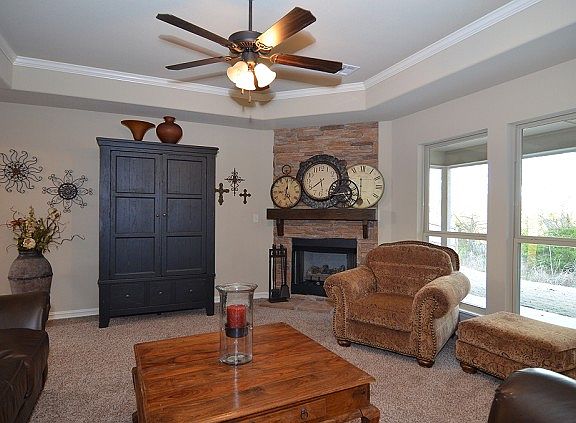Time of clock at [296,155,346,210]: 5:38
